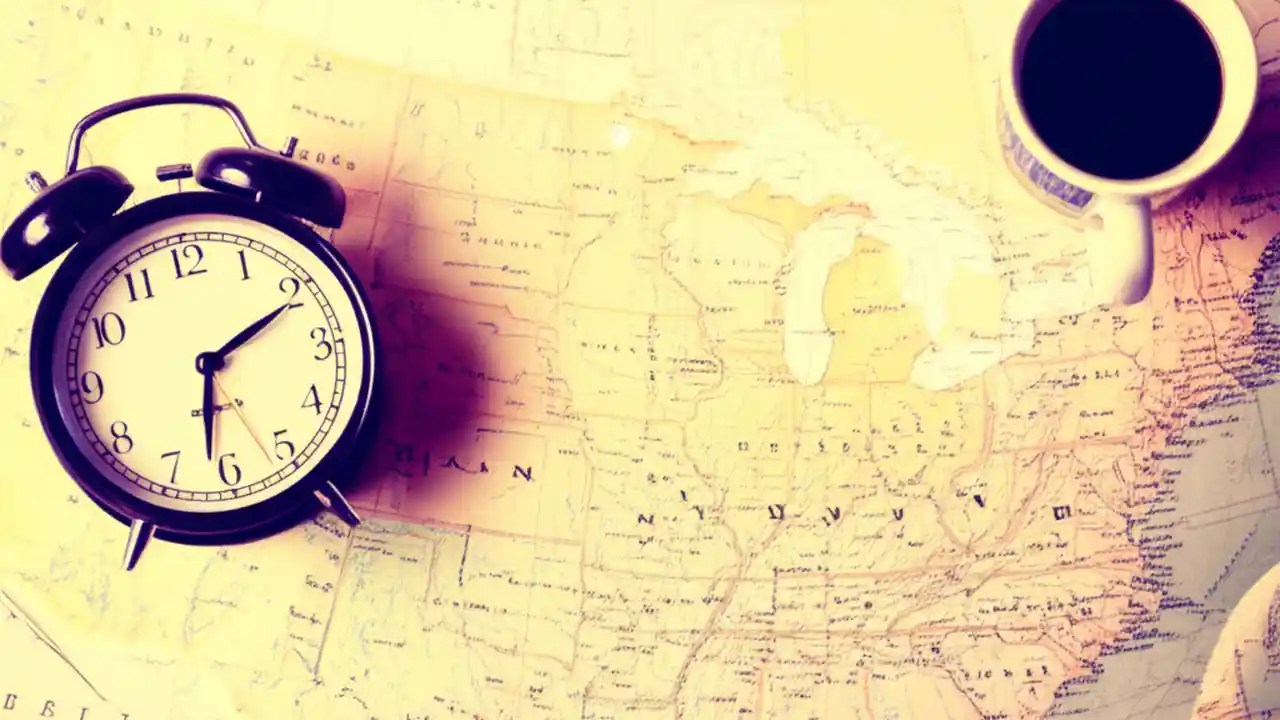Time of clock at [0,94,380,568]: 6:10
